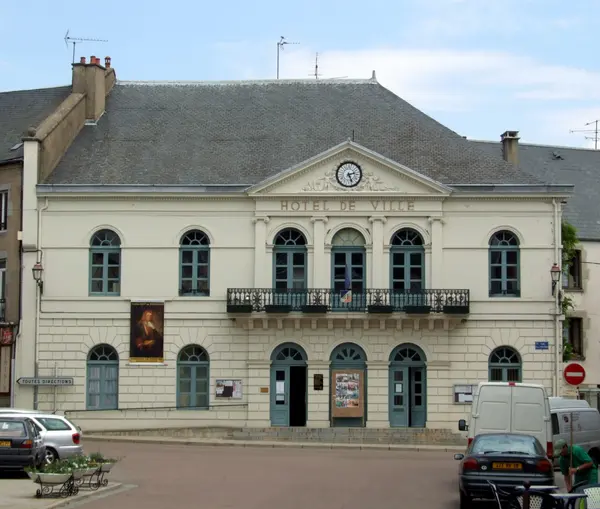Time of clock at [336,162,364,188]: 2:26
